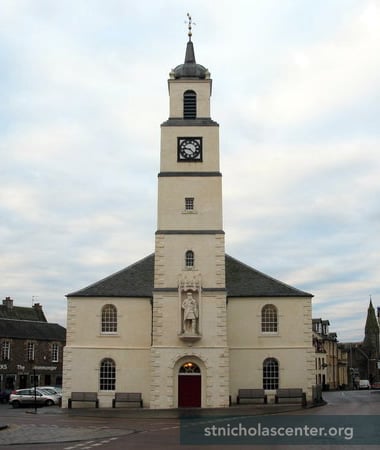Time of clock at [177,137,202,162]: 9:22
